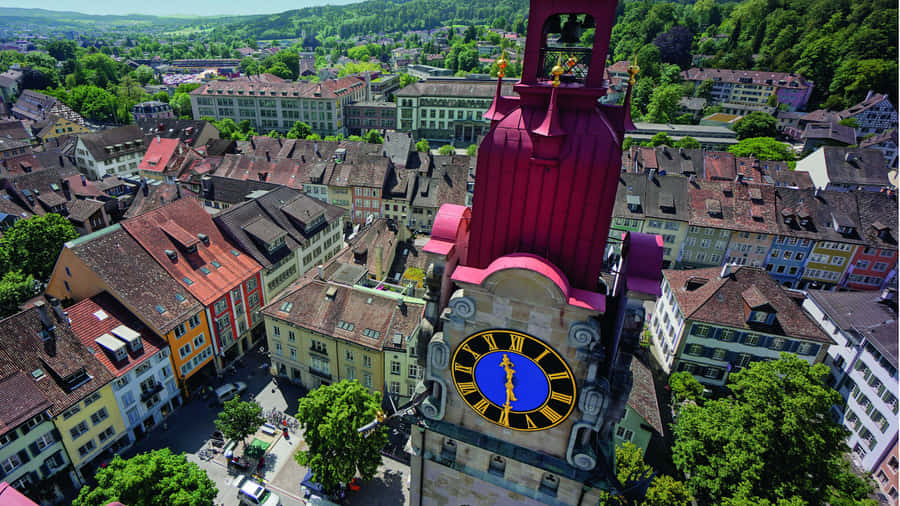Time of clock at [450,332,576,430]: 11:29
